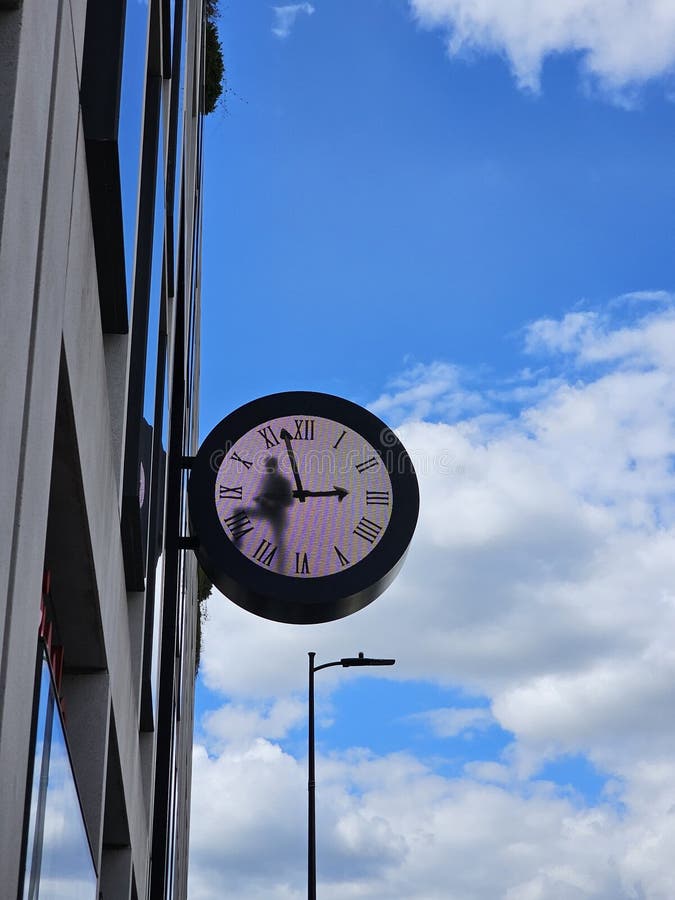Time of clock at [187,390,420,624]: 2:57
